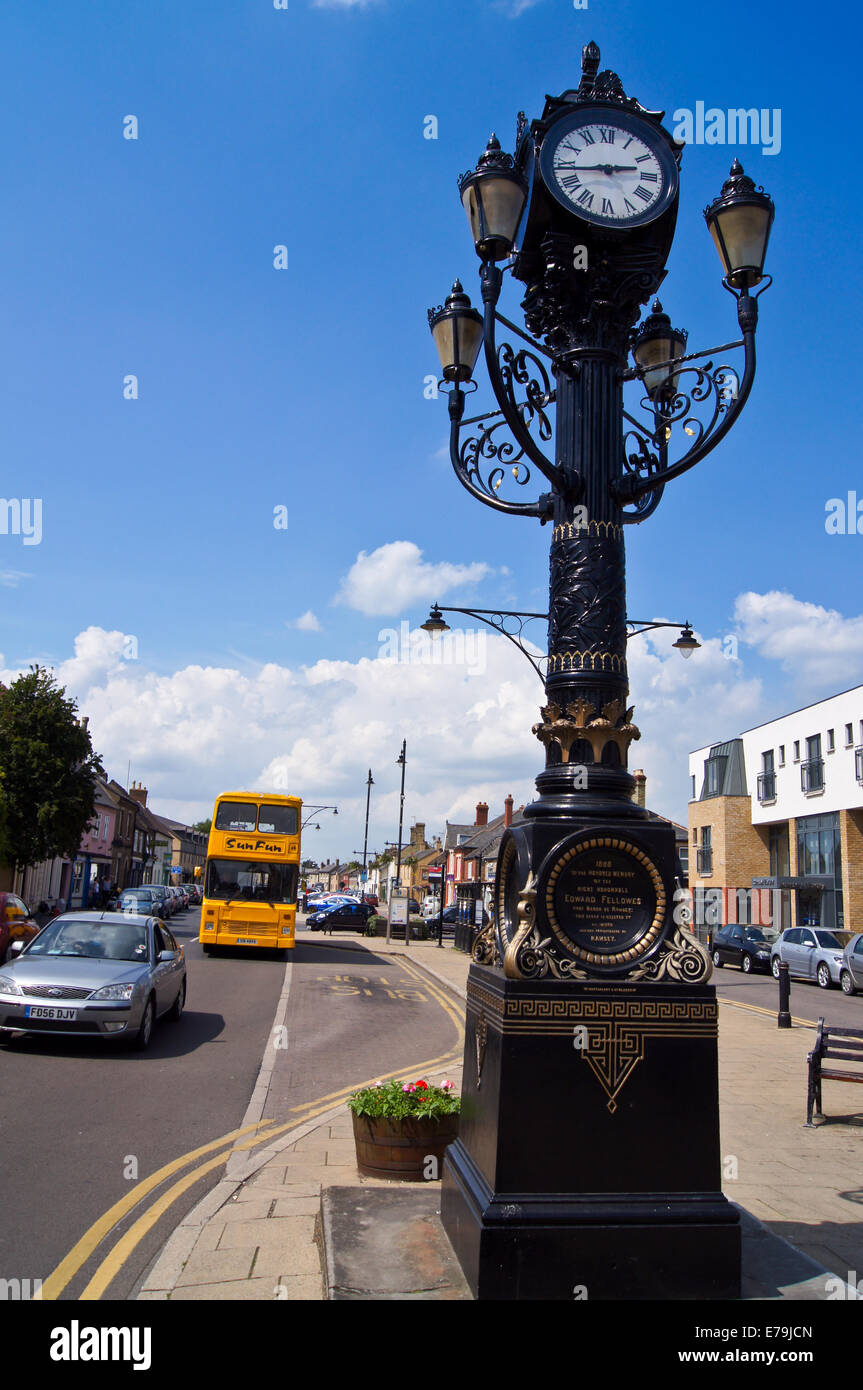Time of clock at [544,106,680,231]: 2:43
